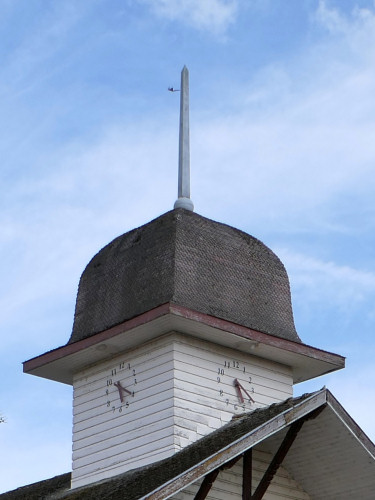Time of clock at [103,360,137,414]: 5:20
